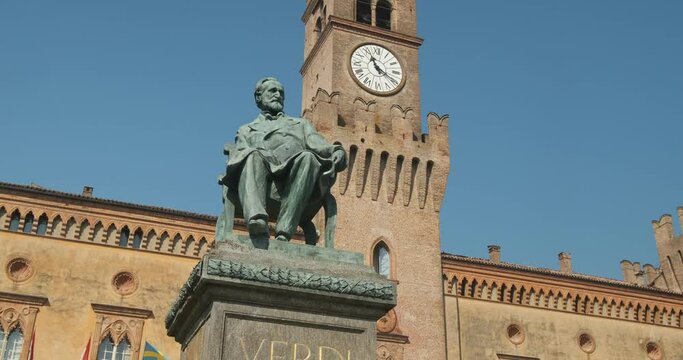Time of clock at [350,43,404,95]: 11:19
